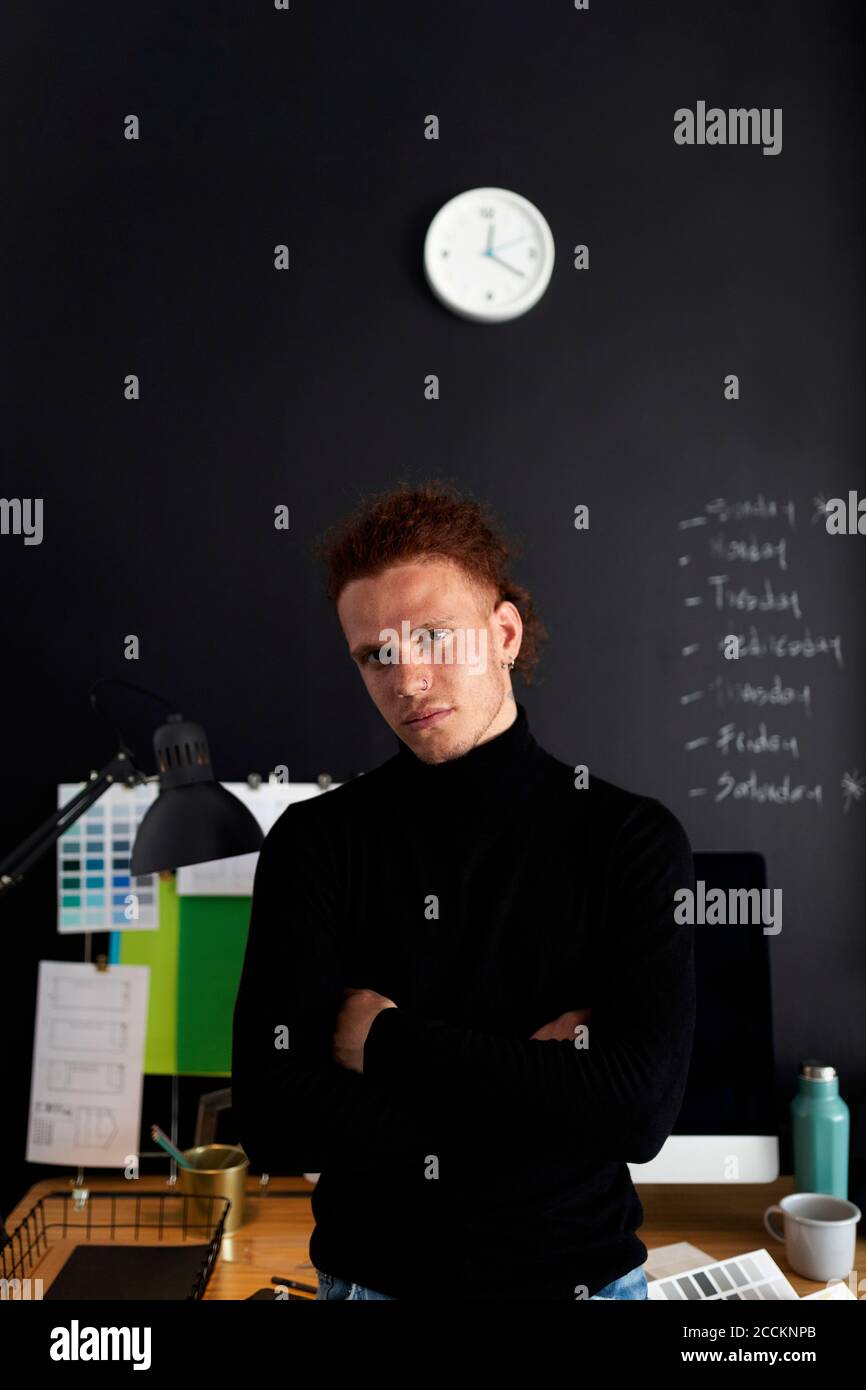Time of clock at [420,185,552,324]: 12:20
